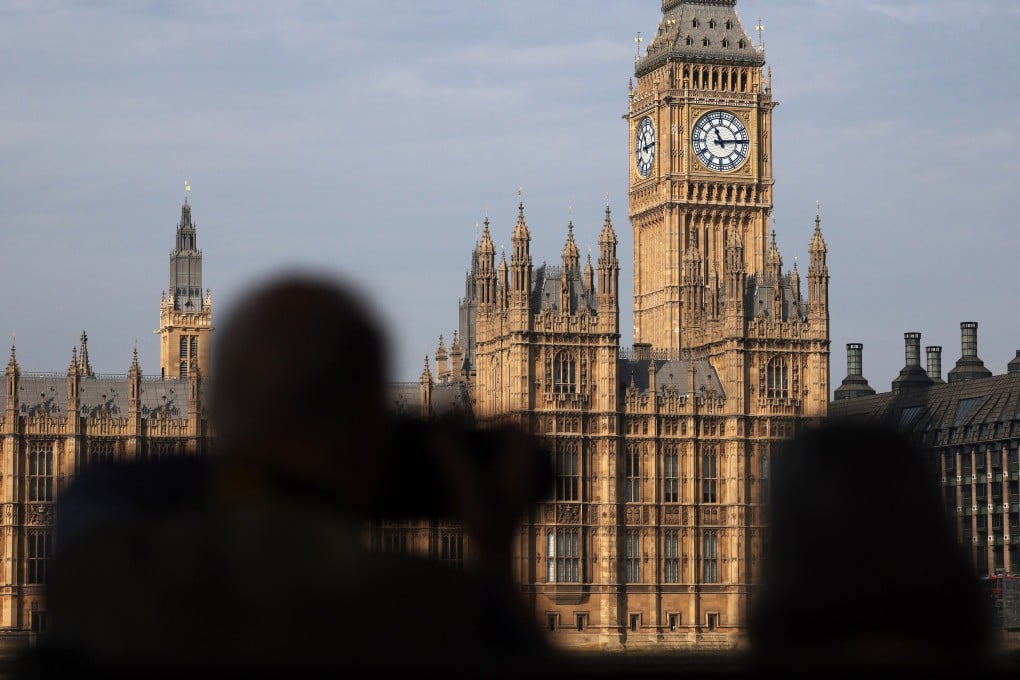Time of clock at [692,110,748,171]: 11:13
